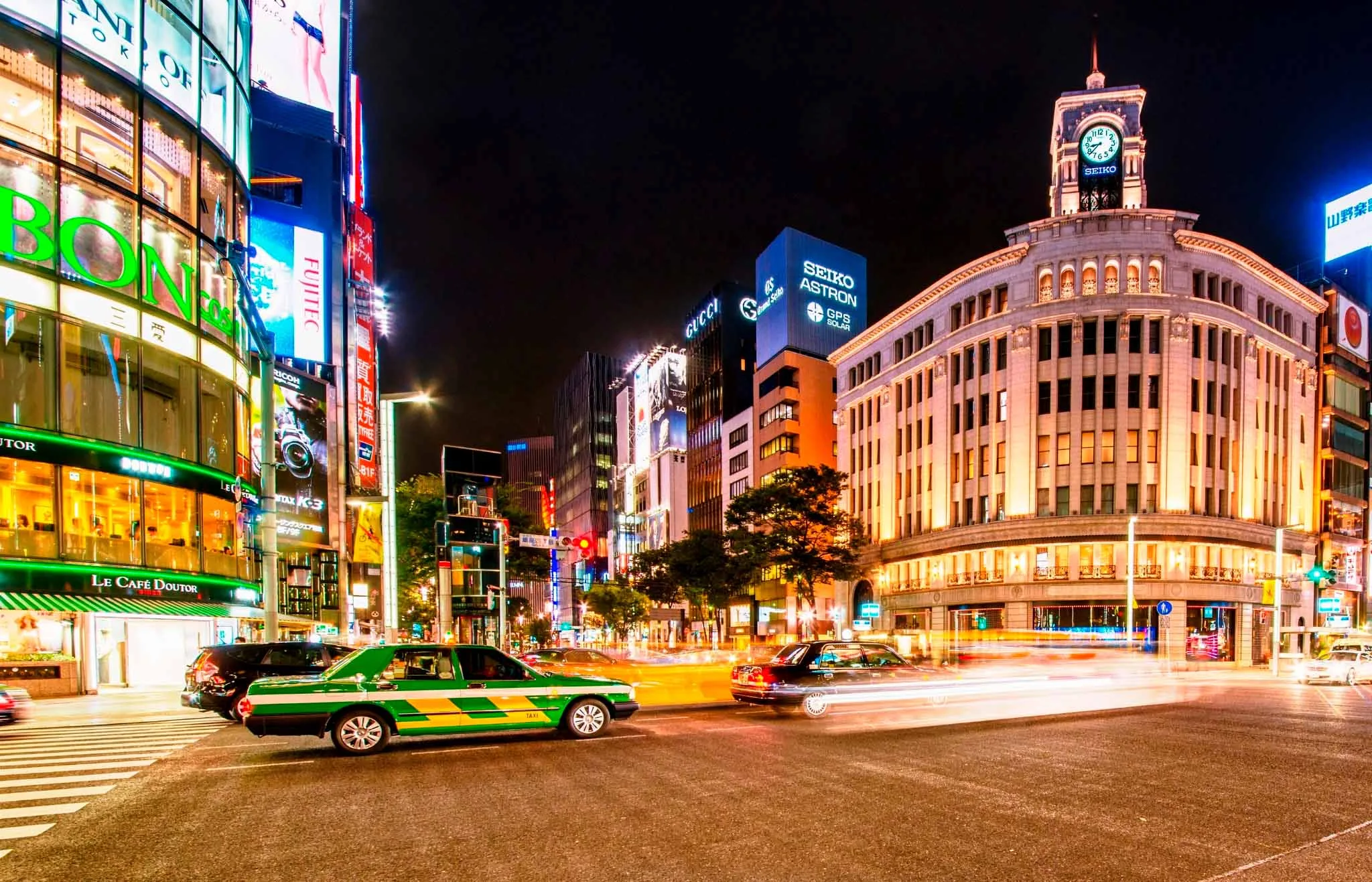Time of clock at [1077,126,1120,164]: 8:38
